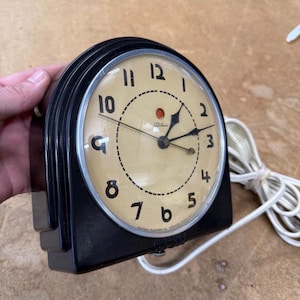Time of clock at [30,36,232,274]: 1:12
